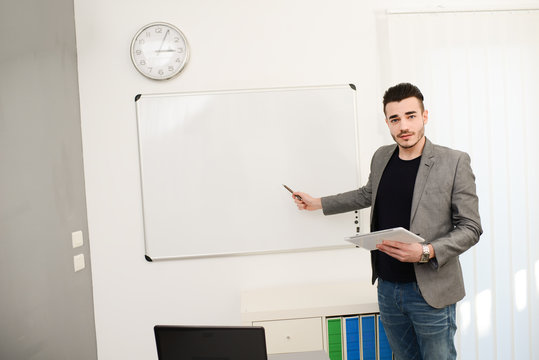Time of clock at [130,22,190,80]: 3:04
